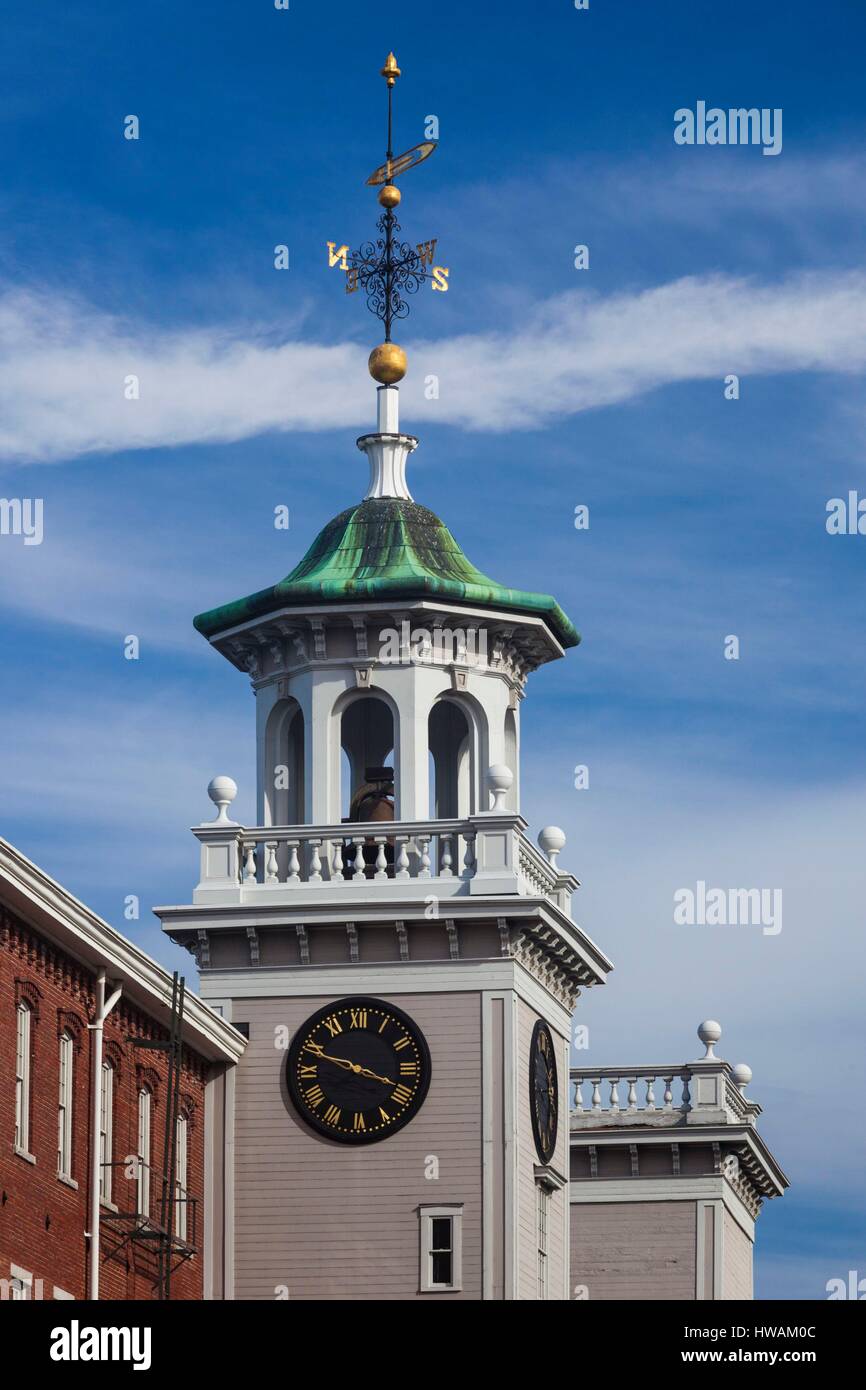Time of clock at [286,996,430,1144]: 3:48
